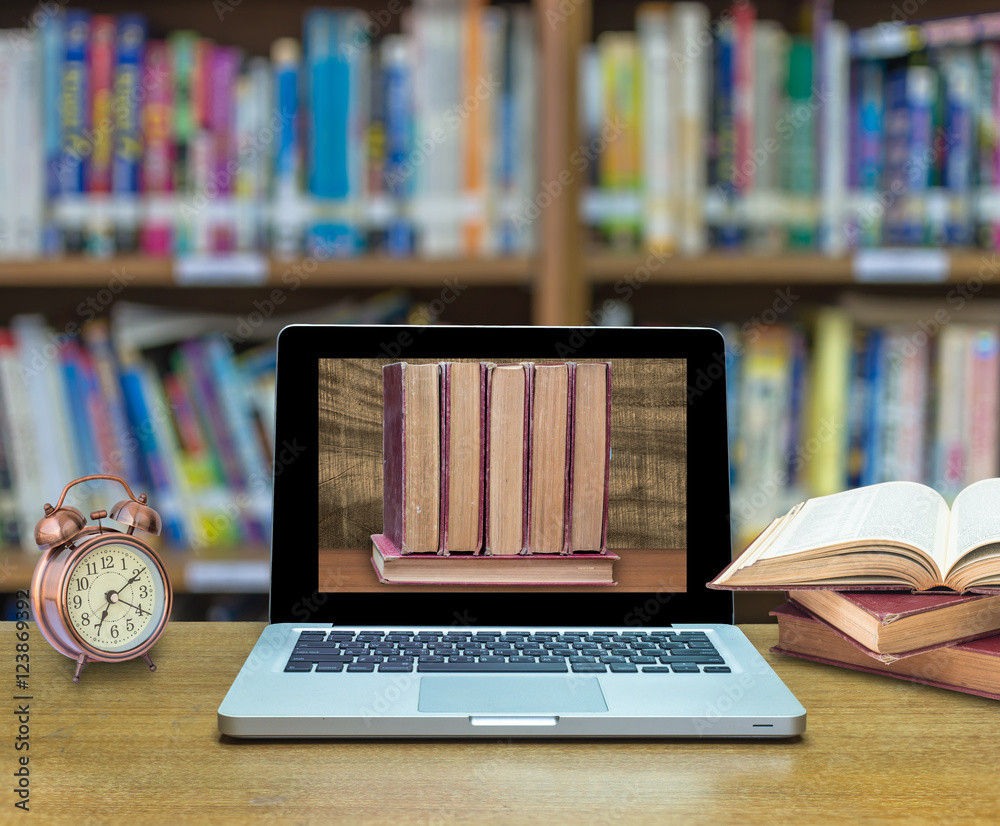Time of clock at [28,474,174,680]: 7:10
